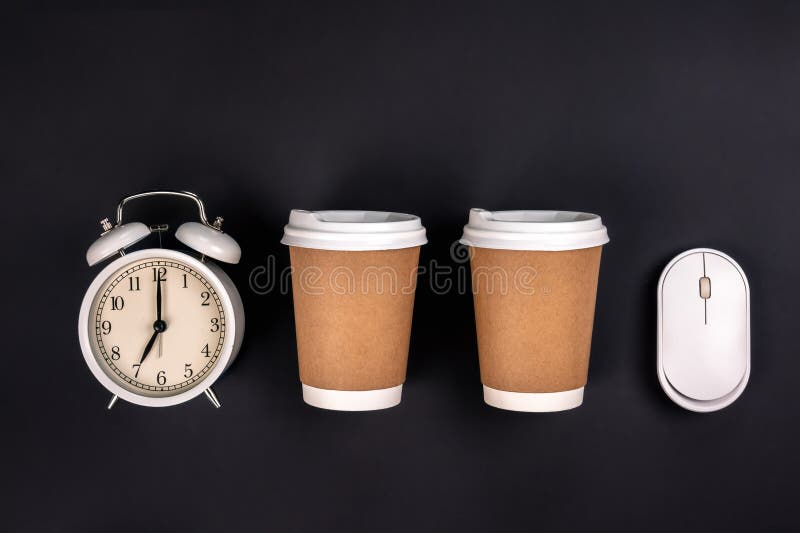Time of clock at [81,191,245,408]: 7:00
